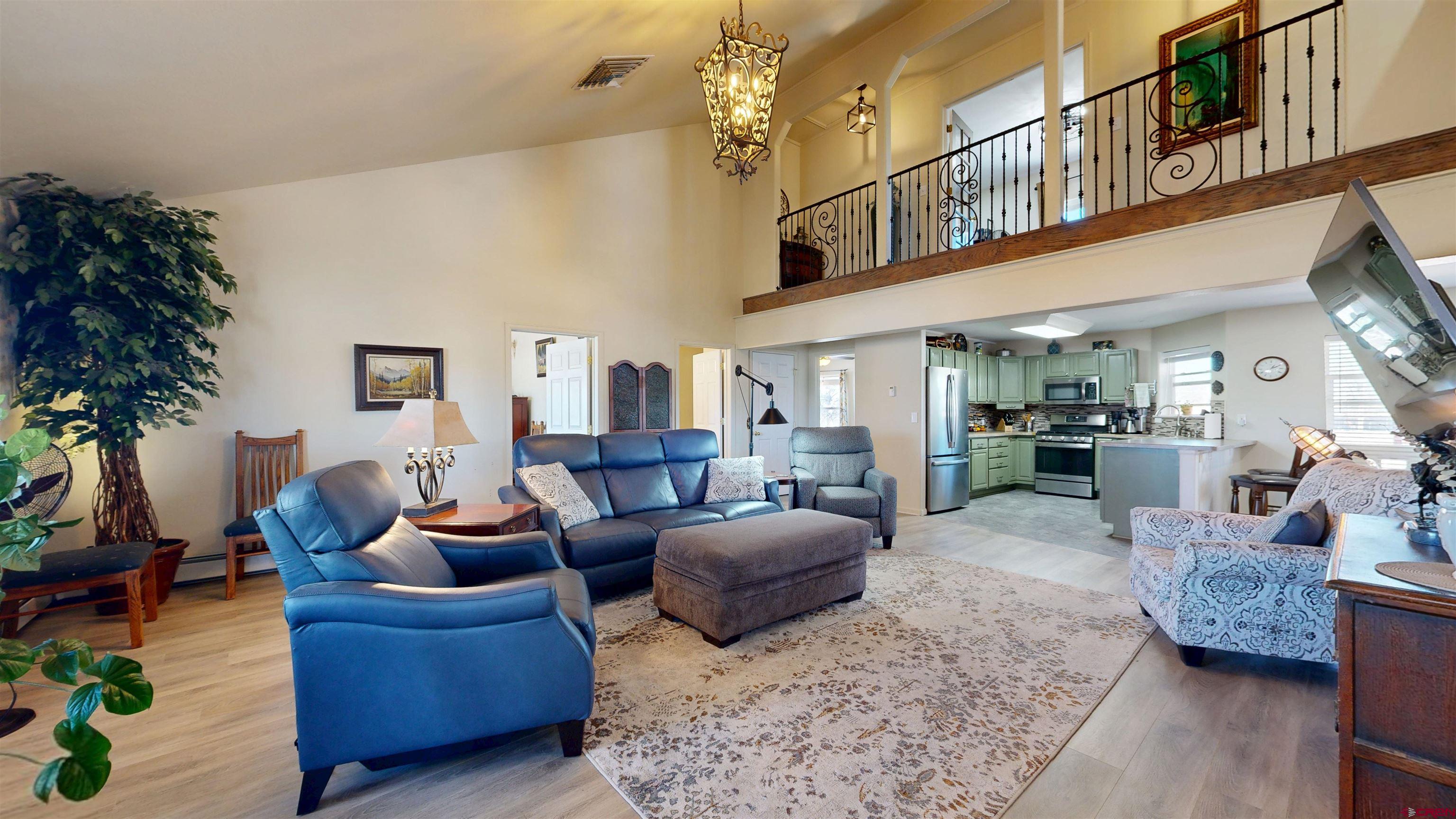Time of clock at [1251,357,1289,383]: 1:10
